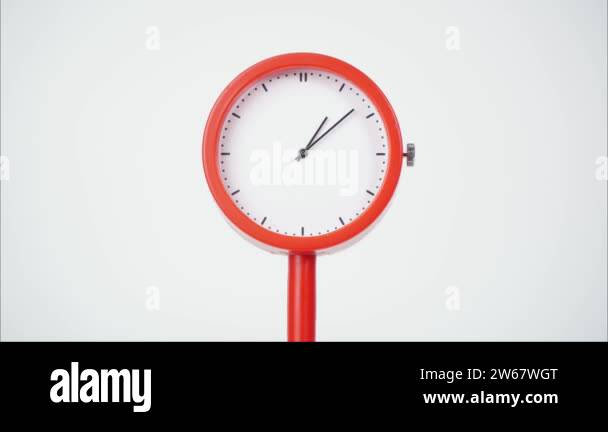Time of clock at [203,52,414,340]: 1:07
